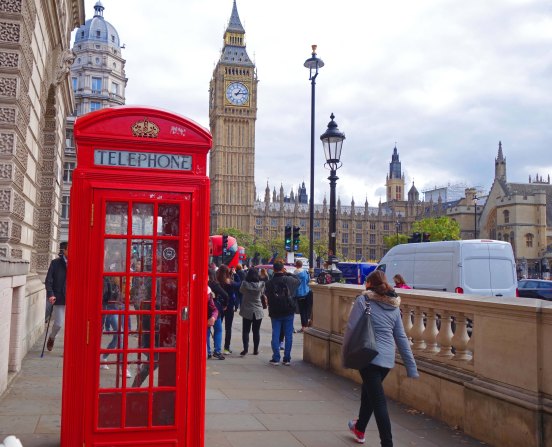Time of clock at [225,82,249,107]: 1:13
